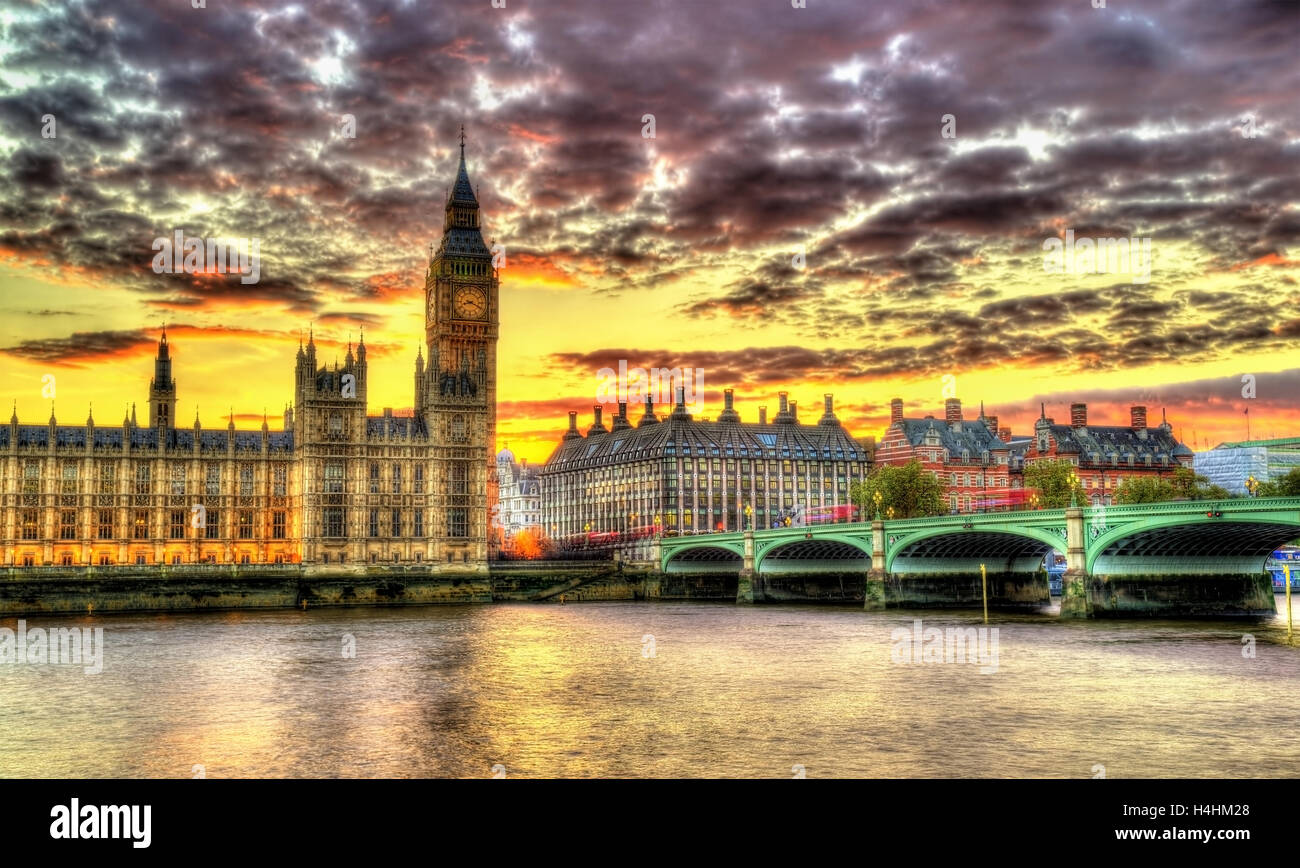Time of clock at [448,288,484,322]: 8:19
